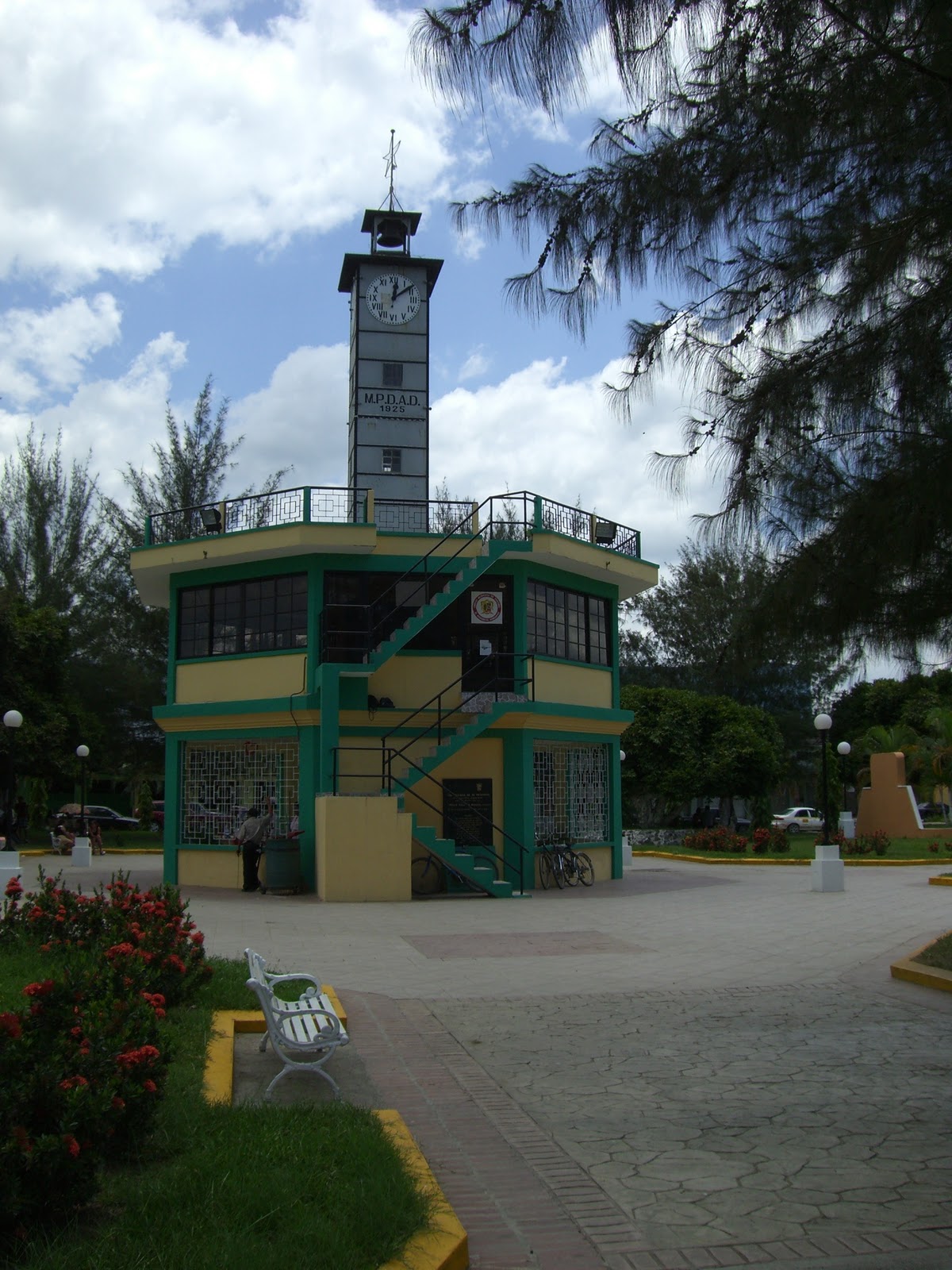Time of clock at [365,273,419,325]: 12:08
